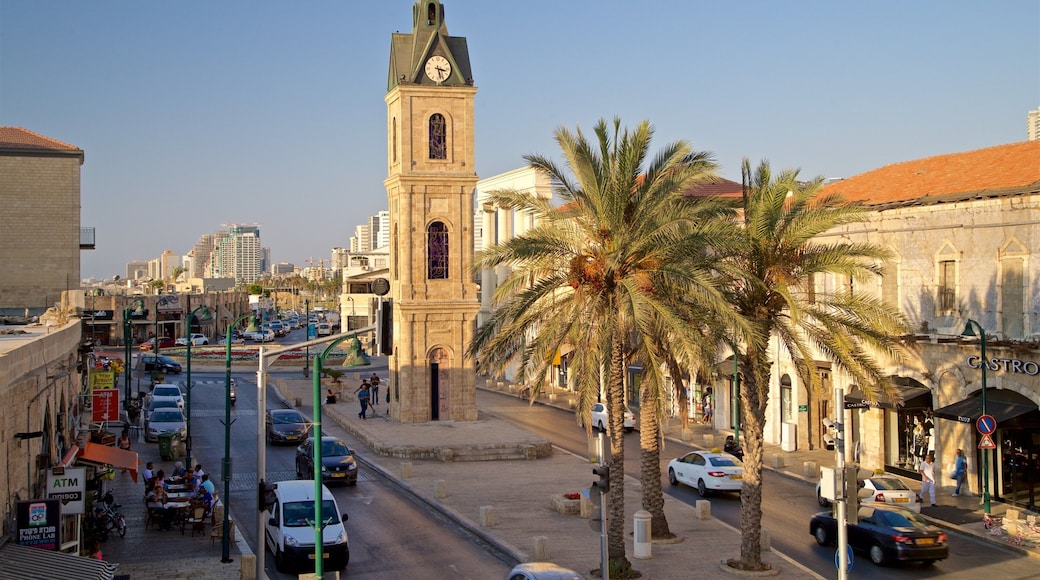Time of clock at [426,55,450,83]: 3:27
